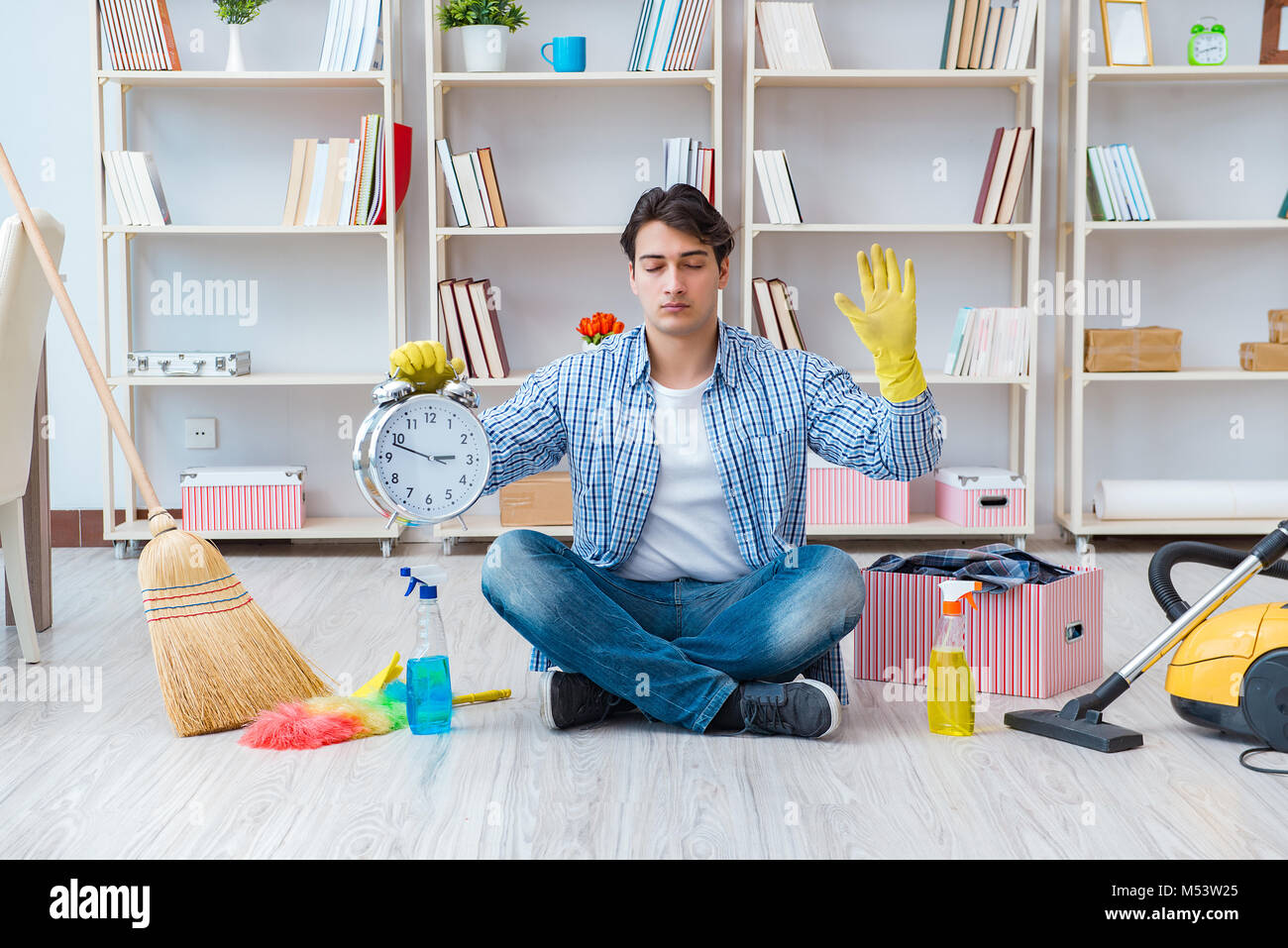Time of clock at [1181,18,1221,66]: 2:41
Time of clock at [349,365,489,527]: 2:48
